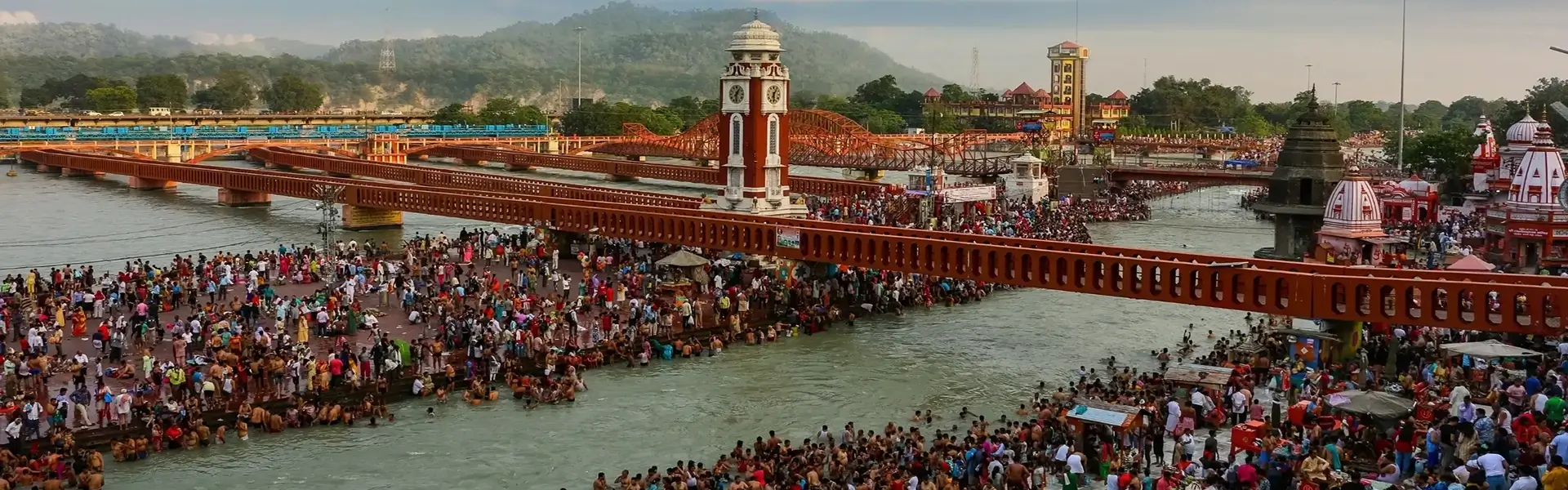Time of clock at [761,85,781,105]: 6:06
